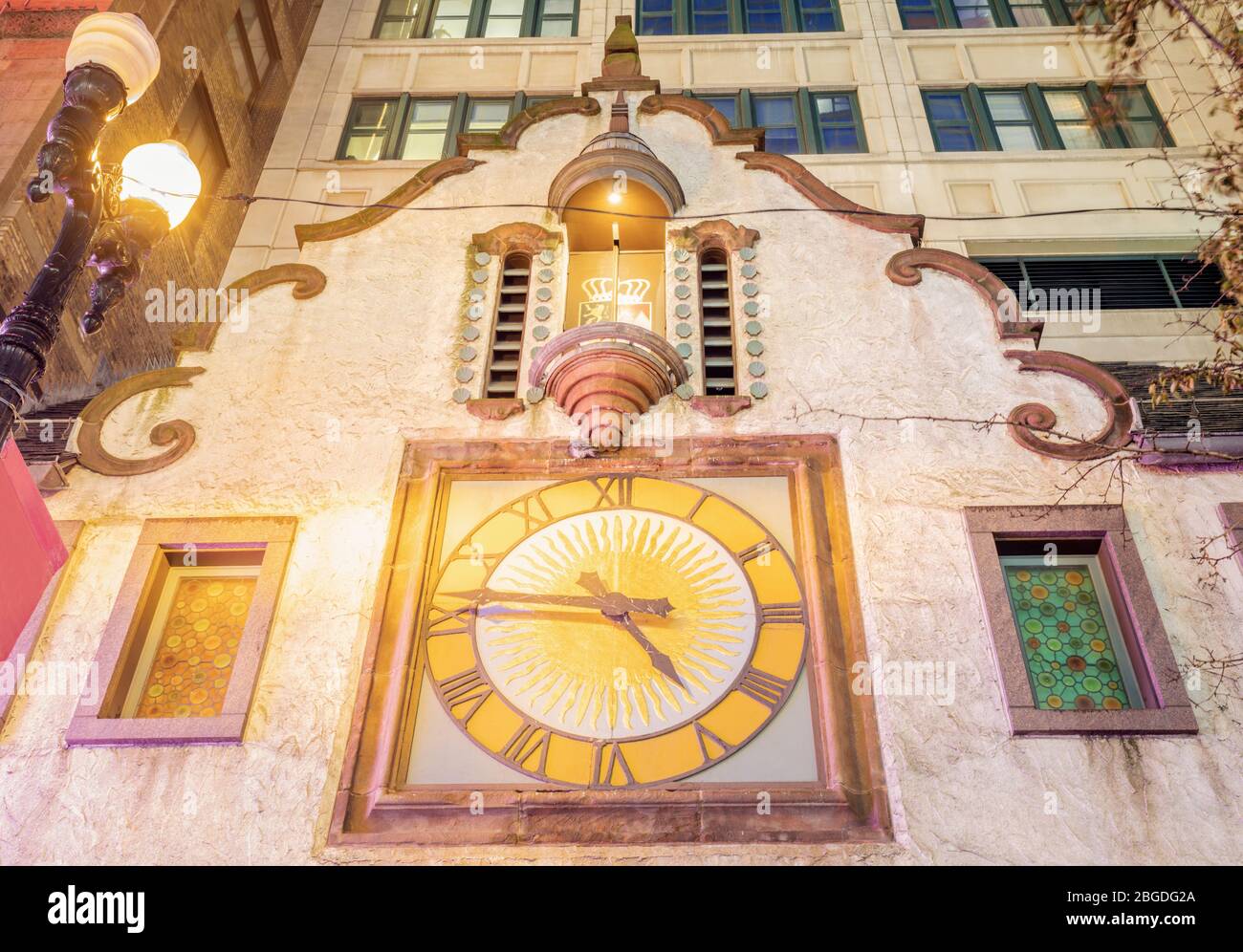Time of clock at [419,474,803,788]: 4:45
